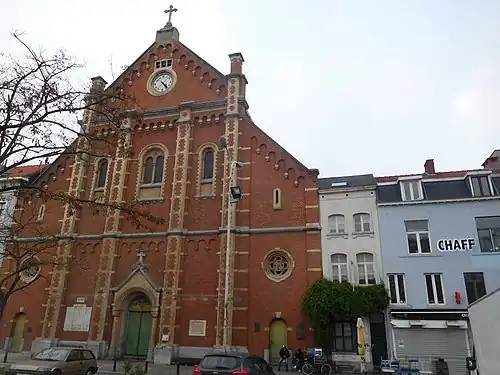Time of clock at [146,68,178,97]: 4:23
